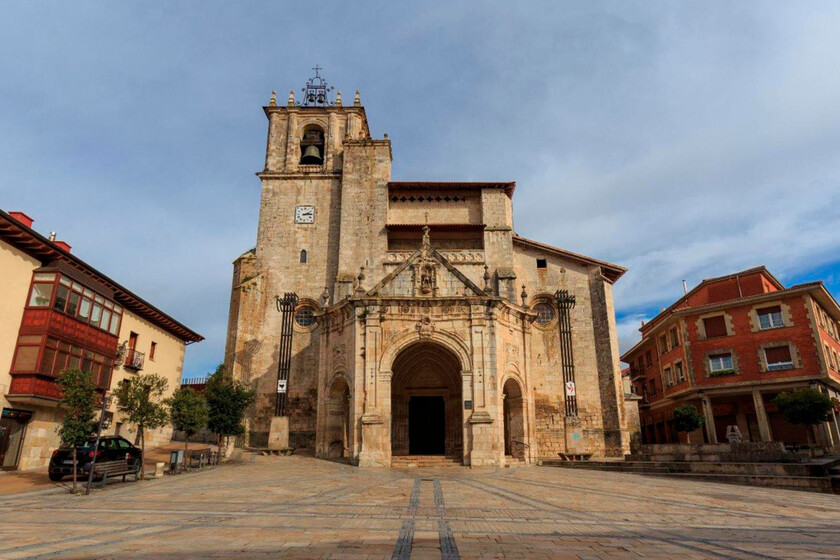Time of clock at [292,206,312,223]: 2:14
